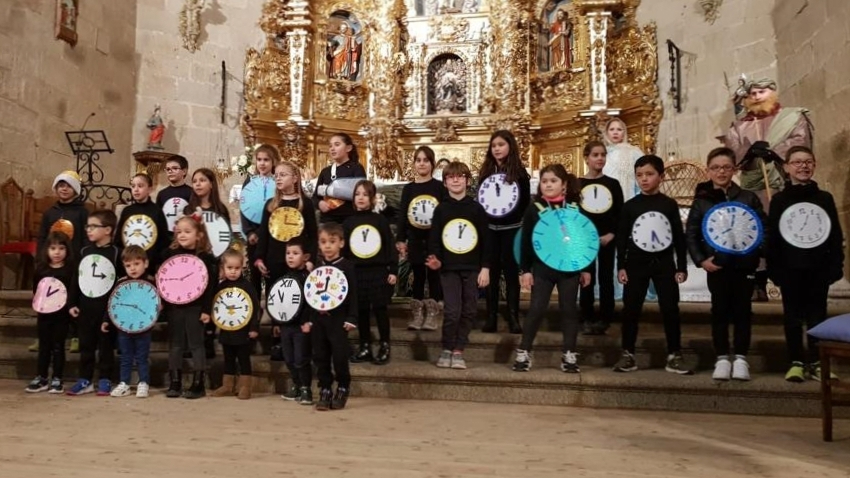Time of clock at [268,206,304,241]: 12:16
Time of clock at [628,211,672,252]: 6:26
